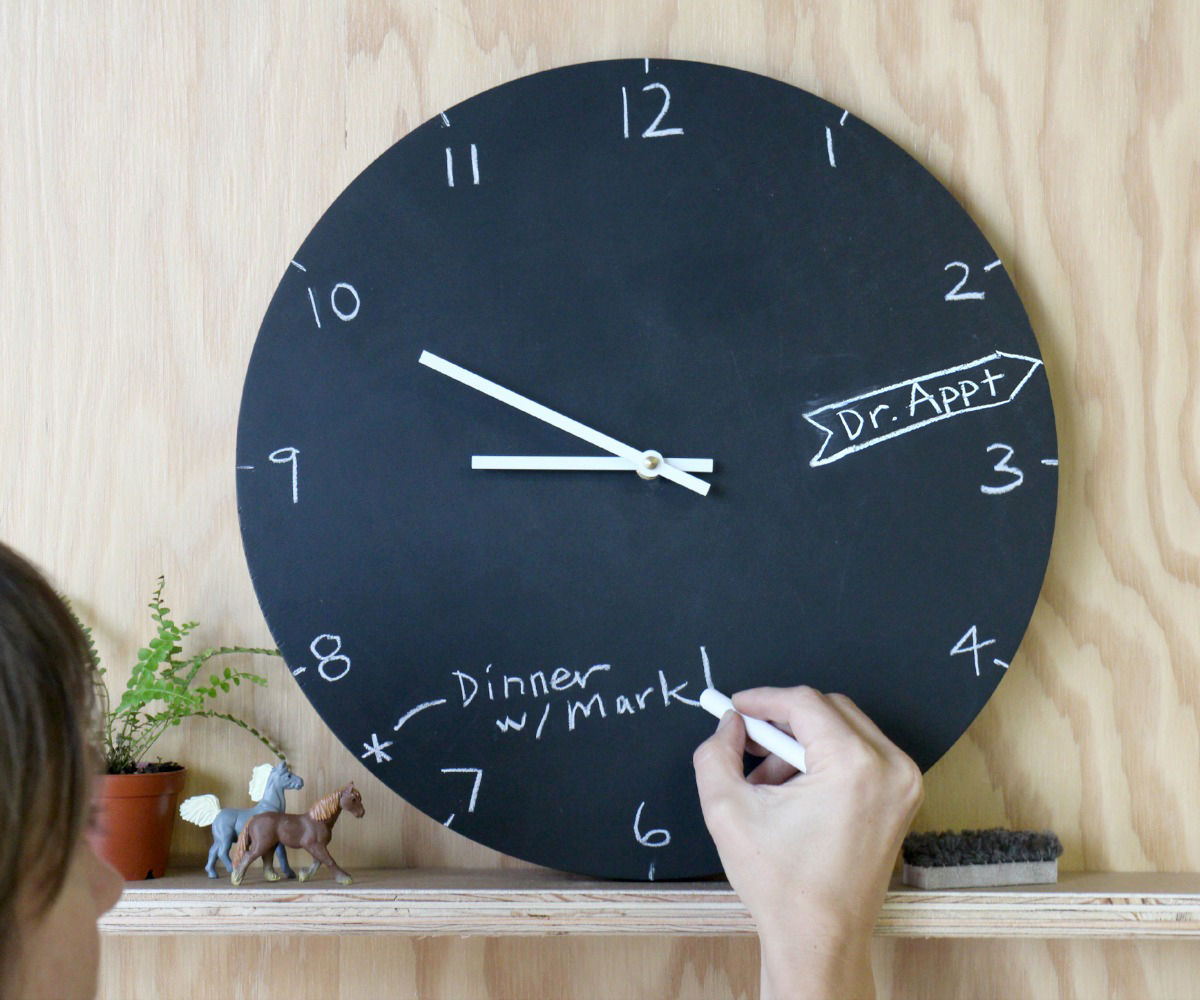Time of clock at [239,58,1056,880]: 8:49
